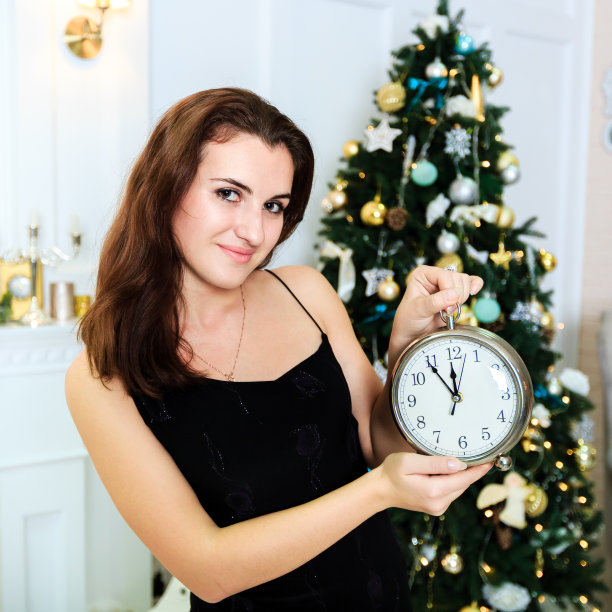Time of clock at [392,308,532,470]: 11:54
